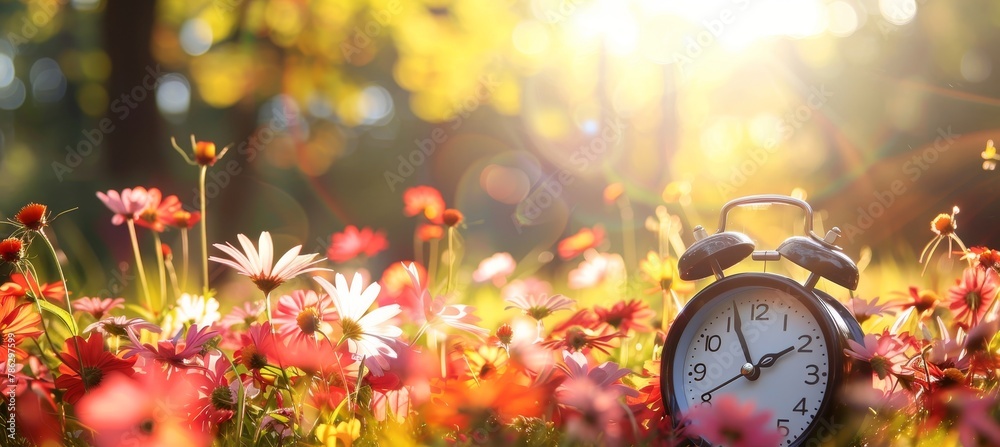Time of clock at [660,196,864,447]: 1:56
